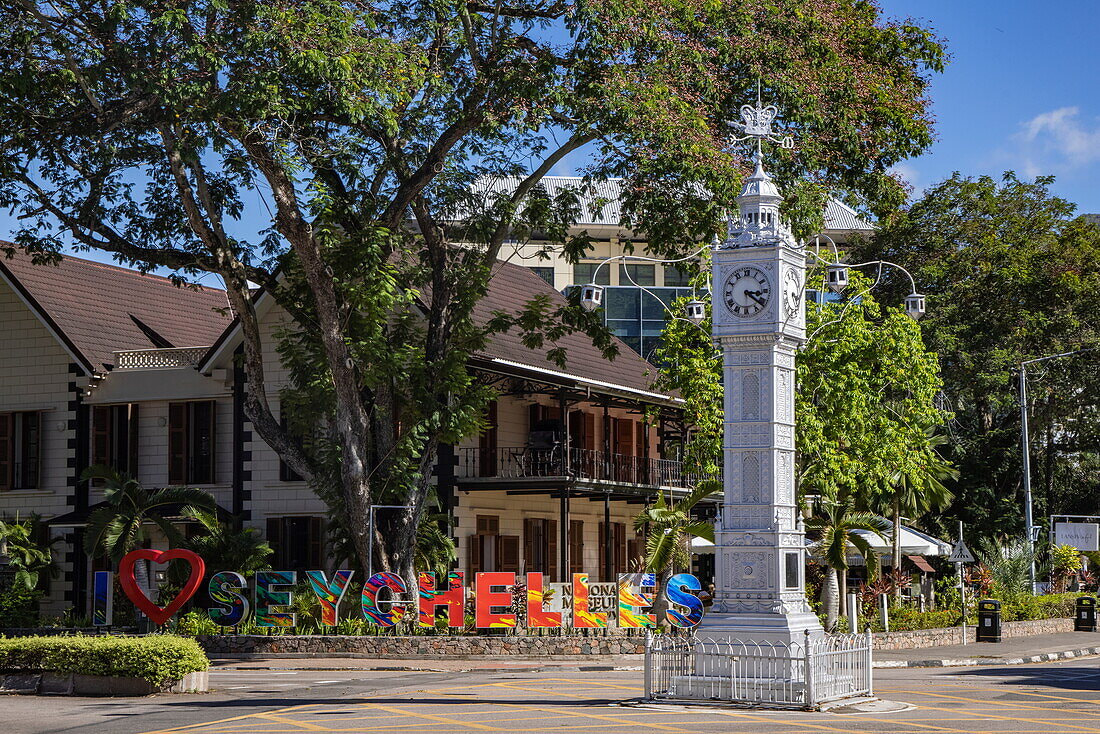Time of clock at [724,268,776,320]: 3:21
